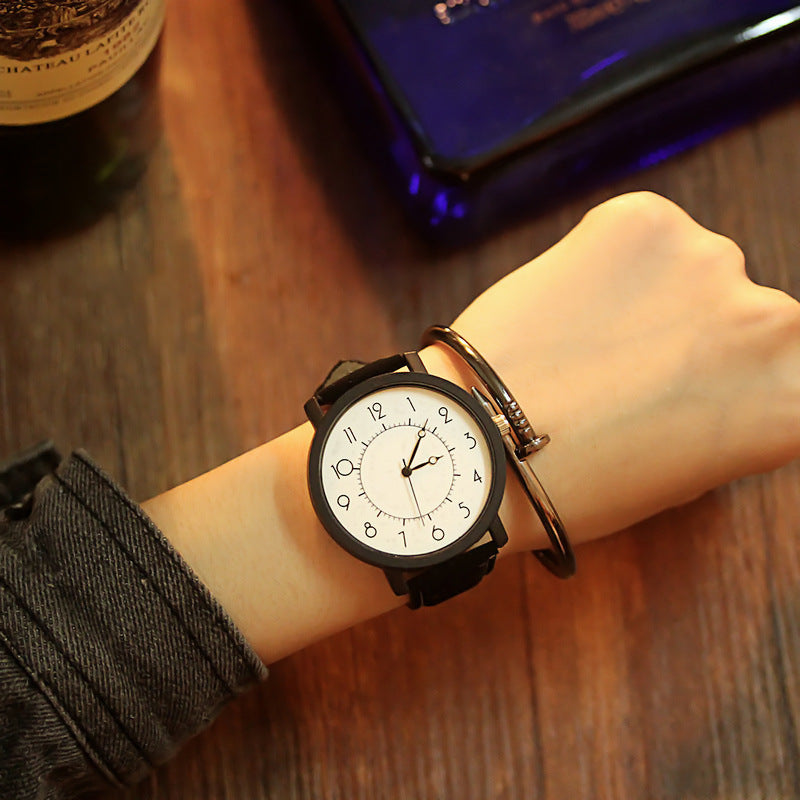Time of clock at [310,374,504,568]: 2:03
